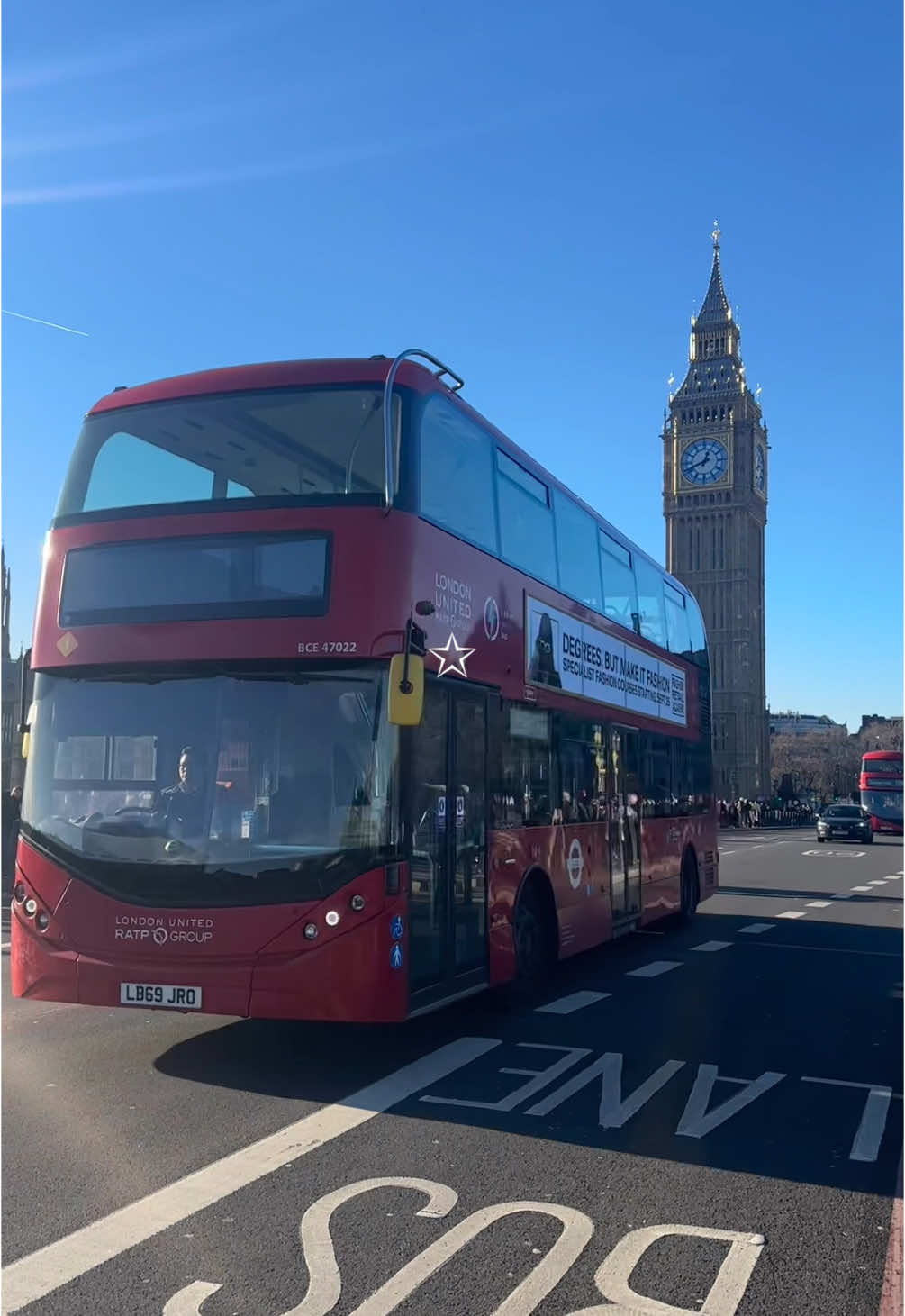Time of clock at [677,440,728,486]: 12:42
